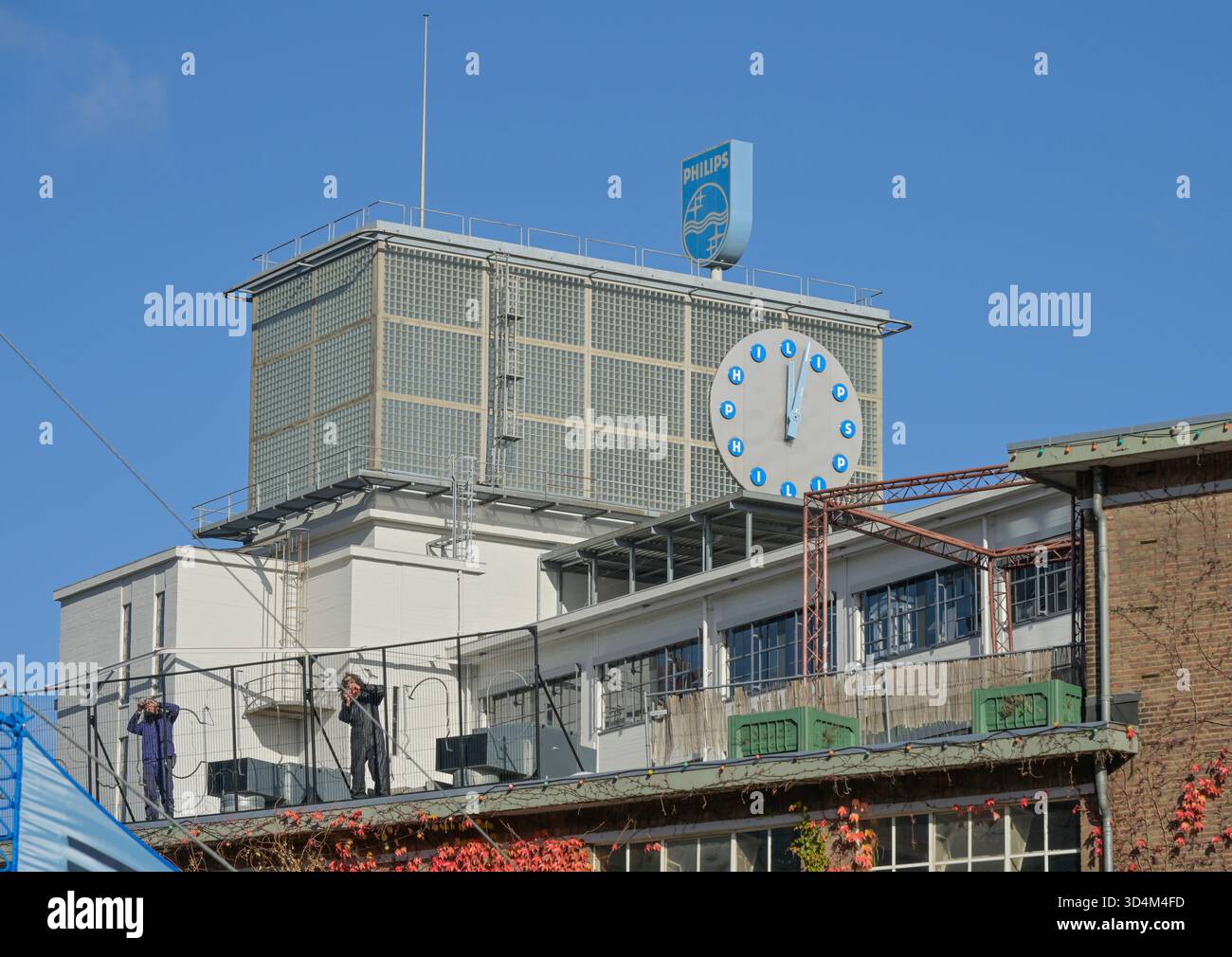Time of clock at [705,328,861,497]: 12:02
